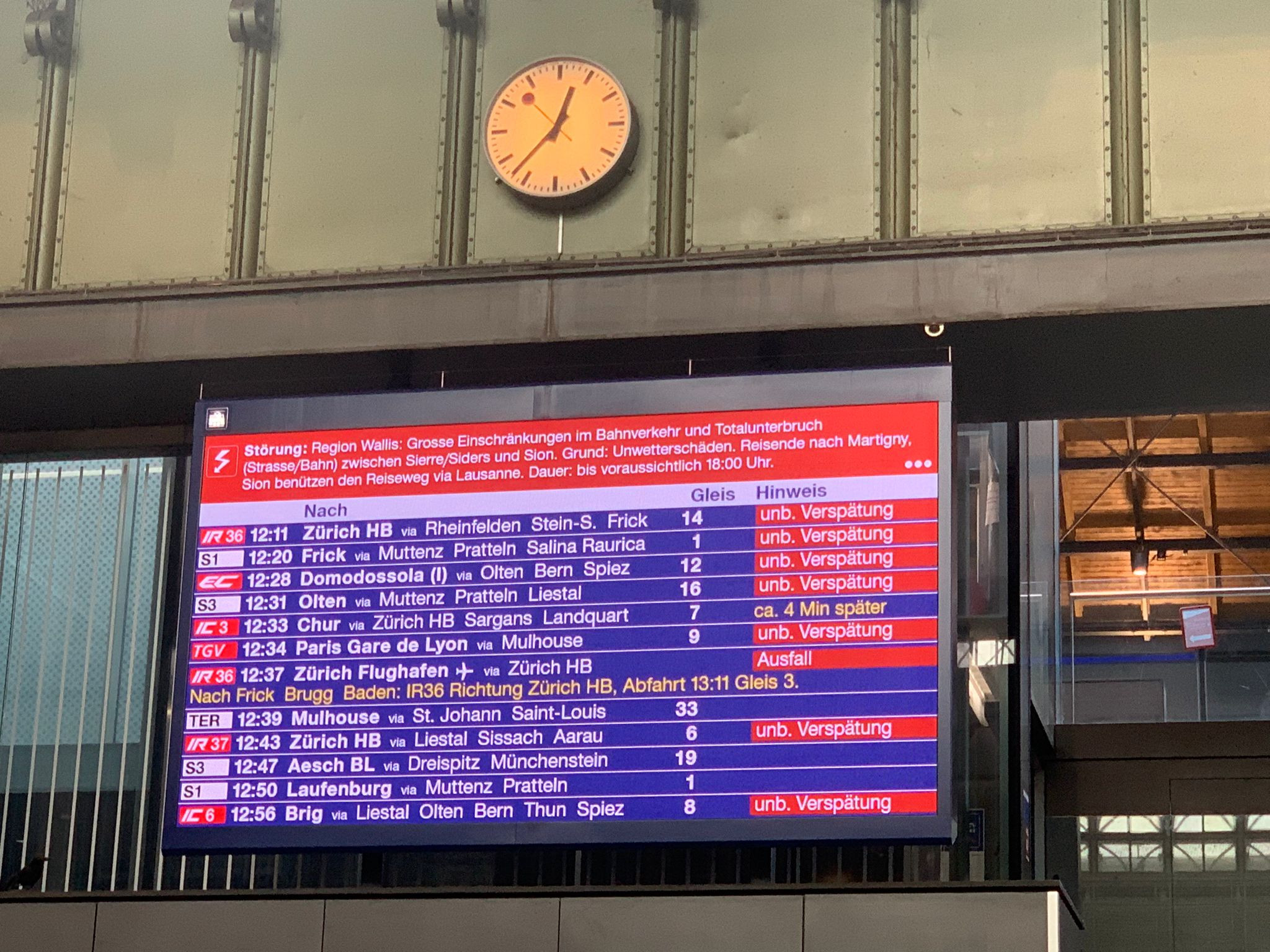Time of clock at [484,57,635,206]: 12:37
